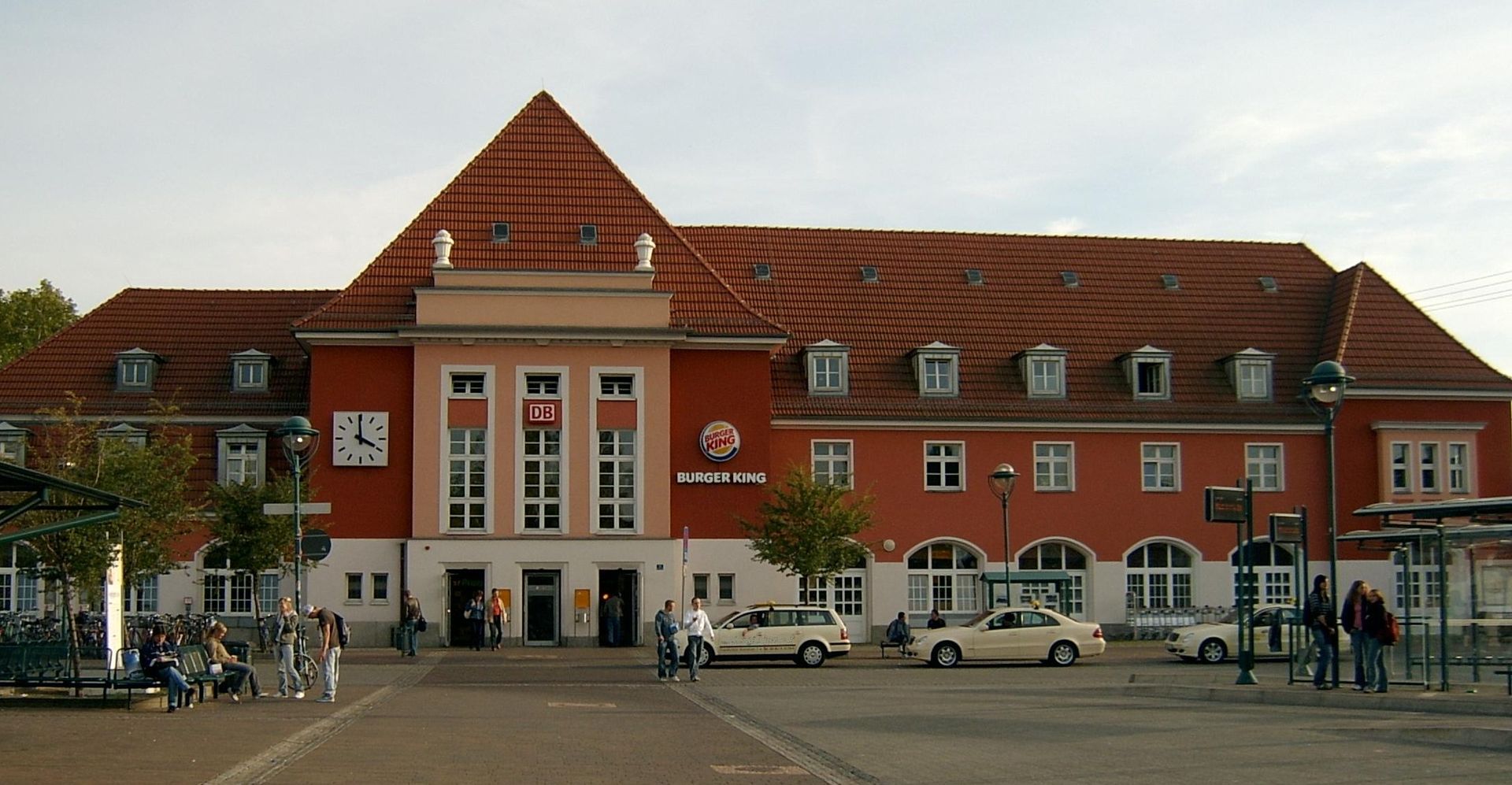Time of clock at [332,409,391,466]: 3:59
